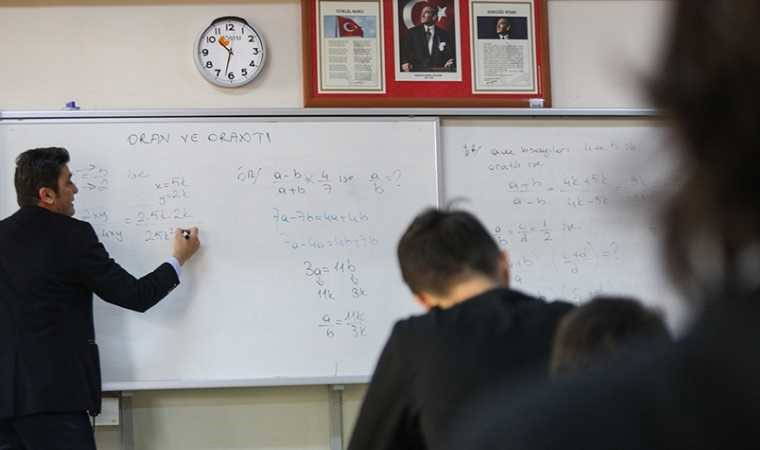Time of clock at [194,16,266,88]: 10:32
